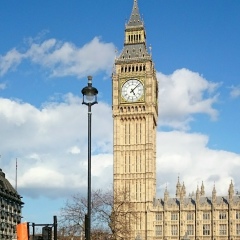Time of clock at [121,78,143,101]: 5:07
